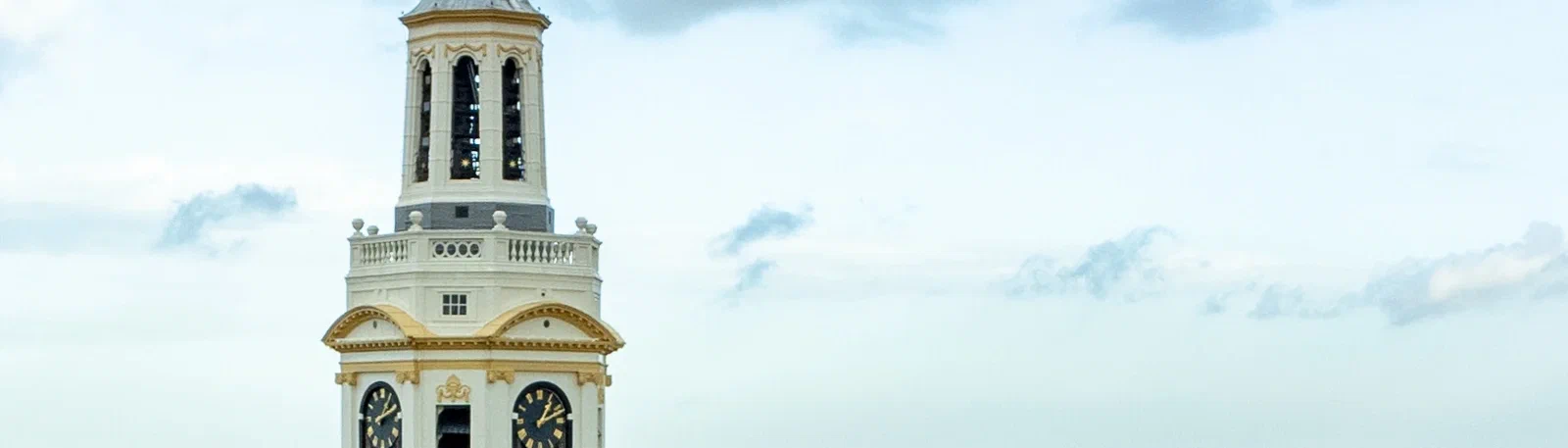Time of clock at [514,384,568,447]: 1:11
